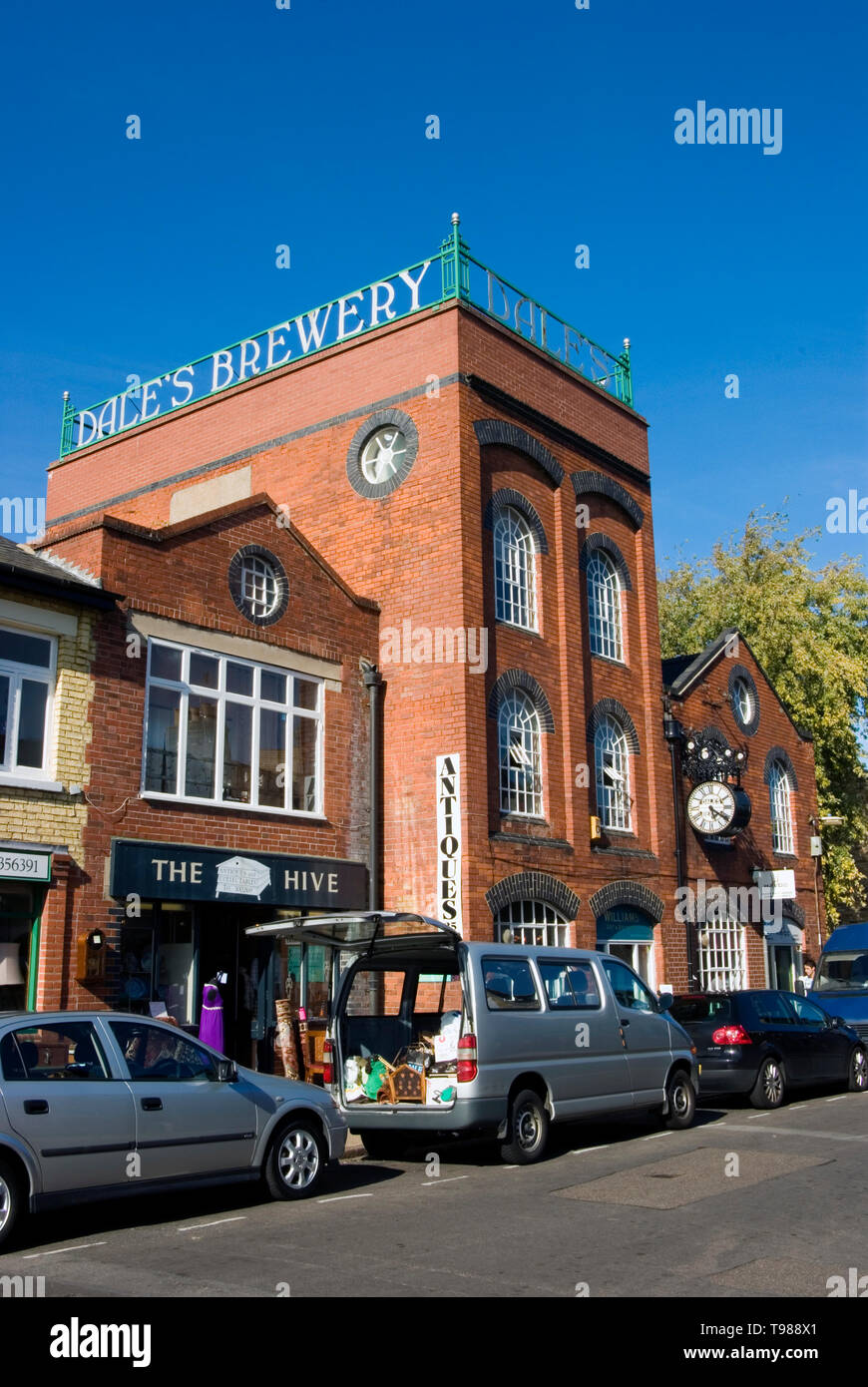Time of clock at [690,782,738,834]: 5:20
